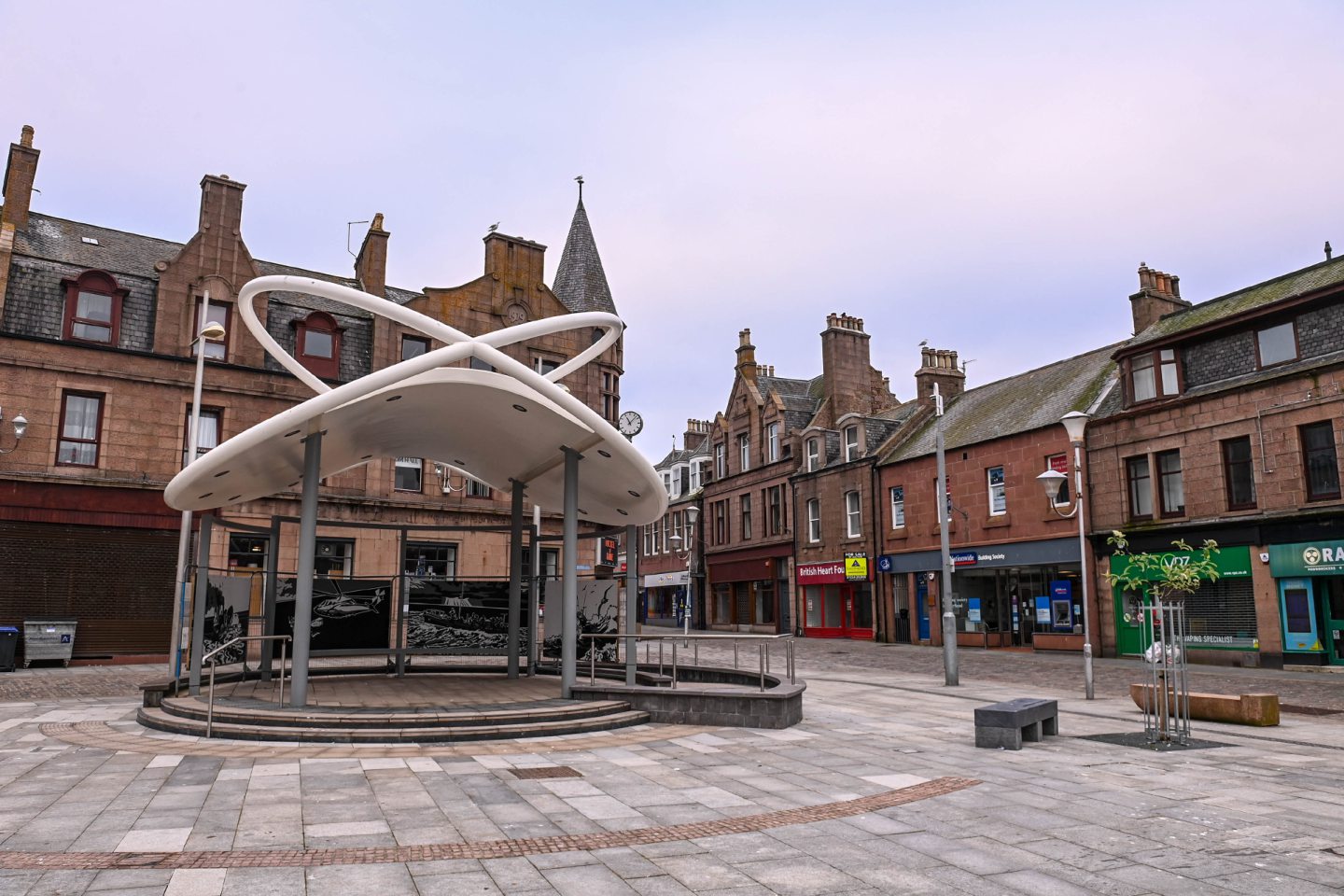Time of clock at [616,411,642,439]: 11:07
